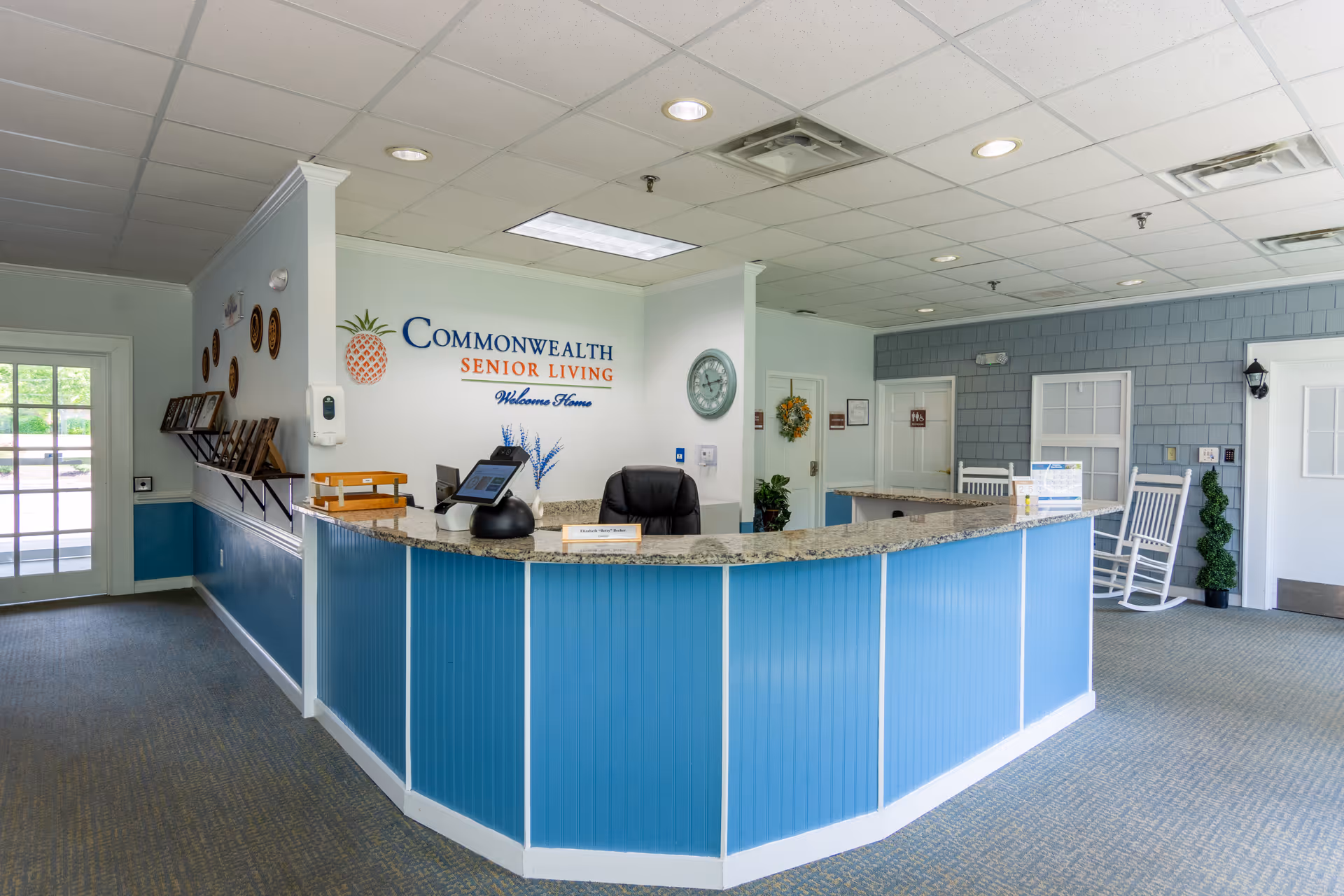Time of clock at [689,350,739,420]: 11:12
